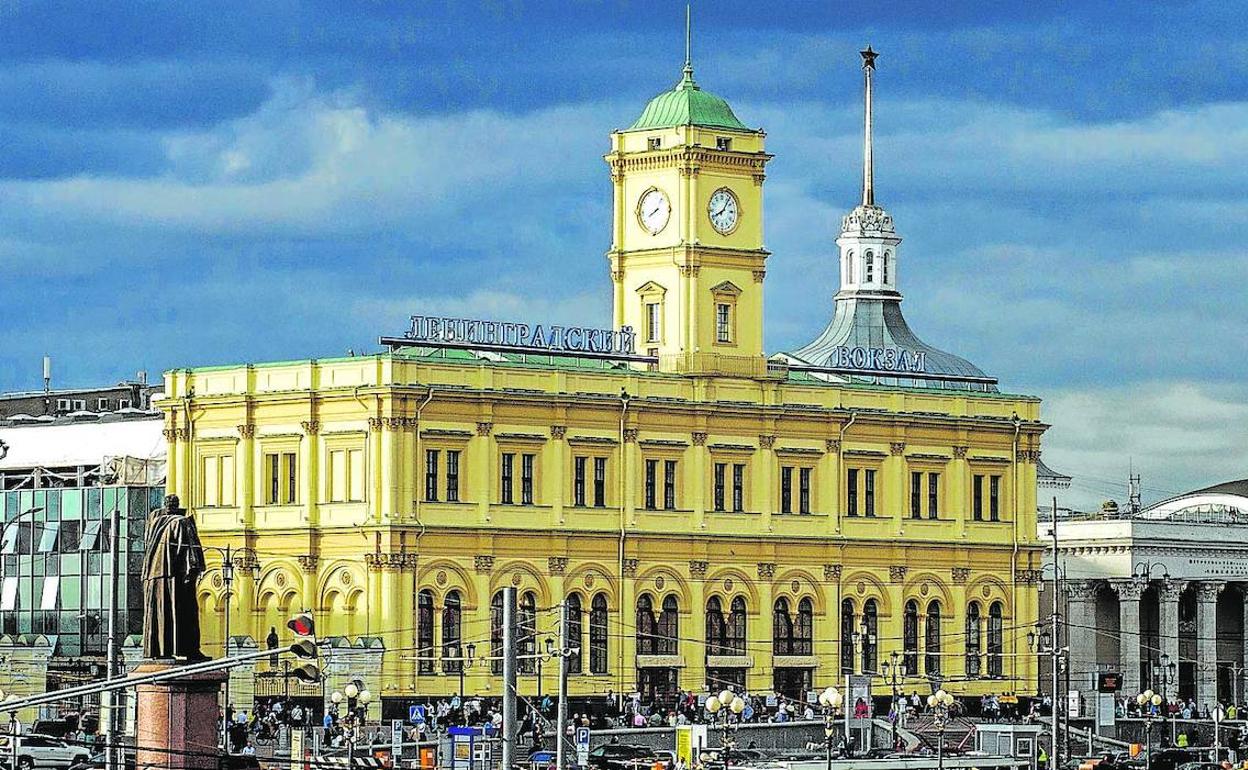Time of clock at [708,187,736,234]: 8:06
